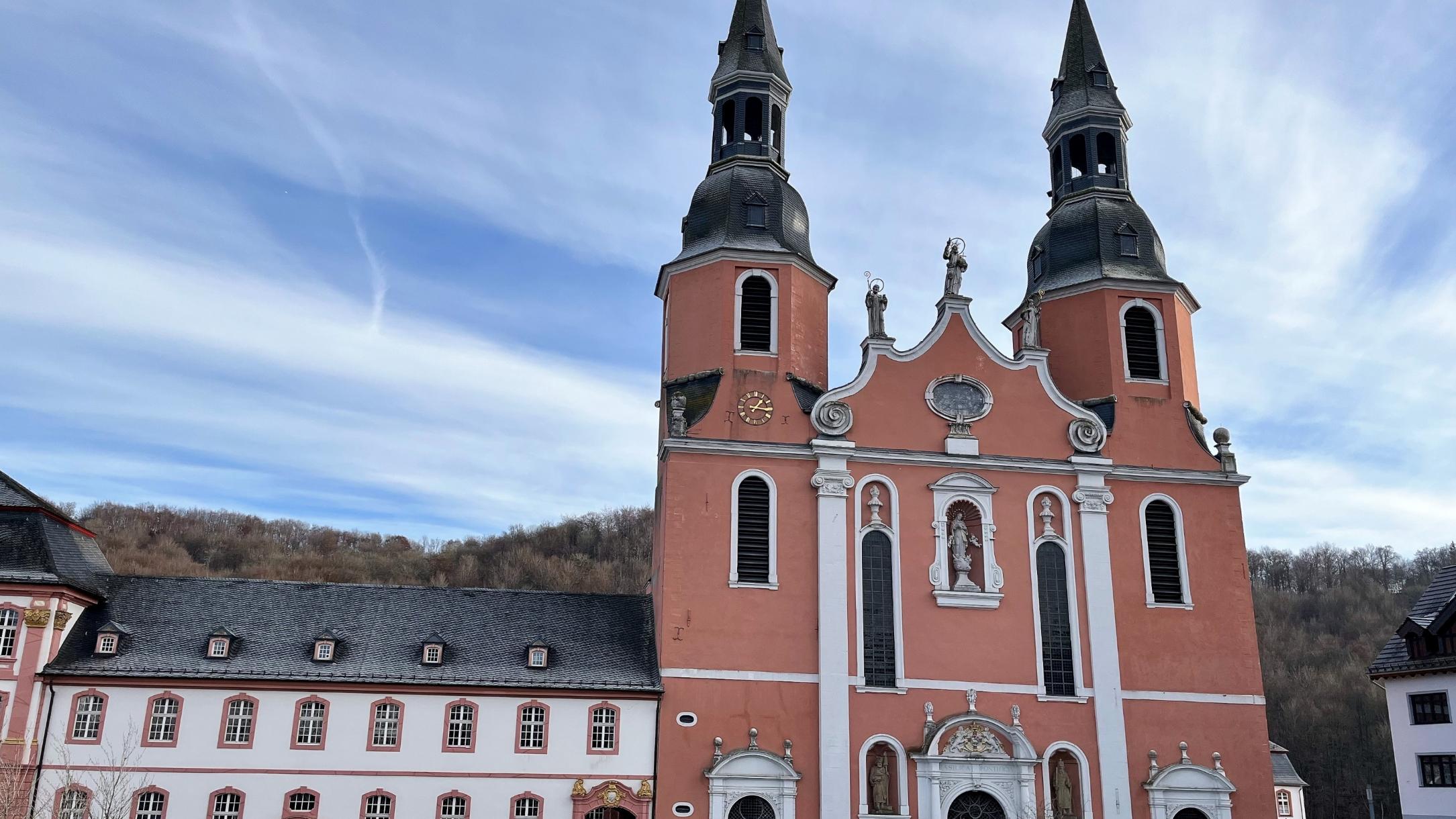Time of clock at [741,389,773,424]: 1:16
